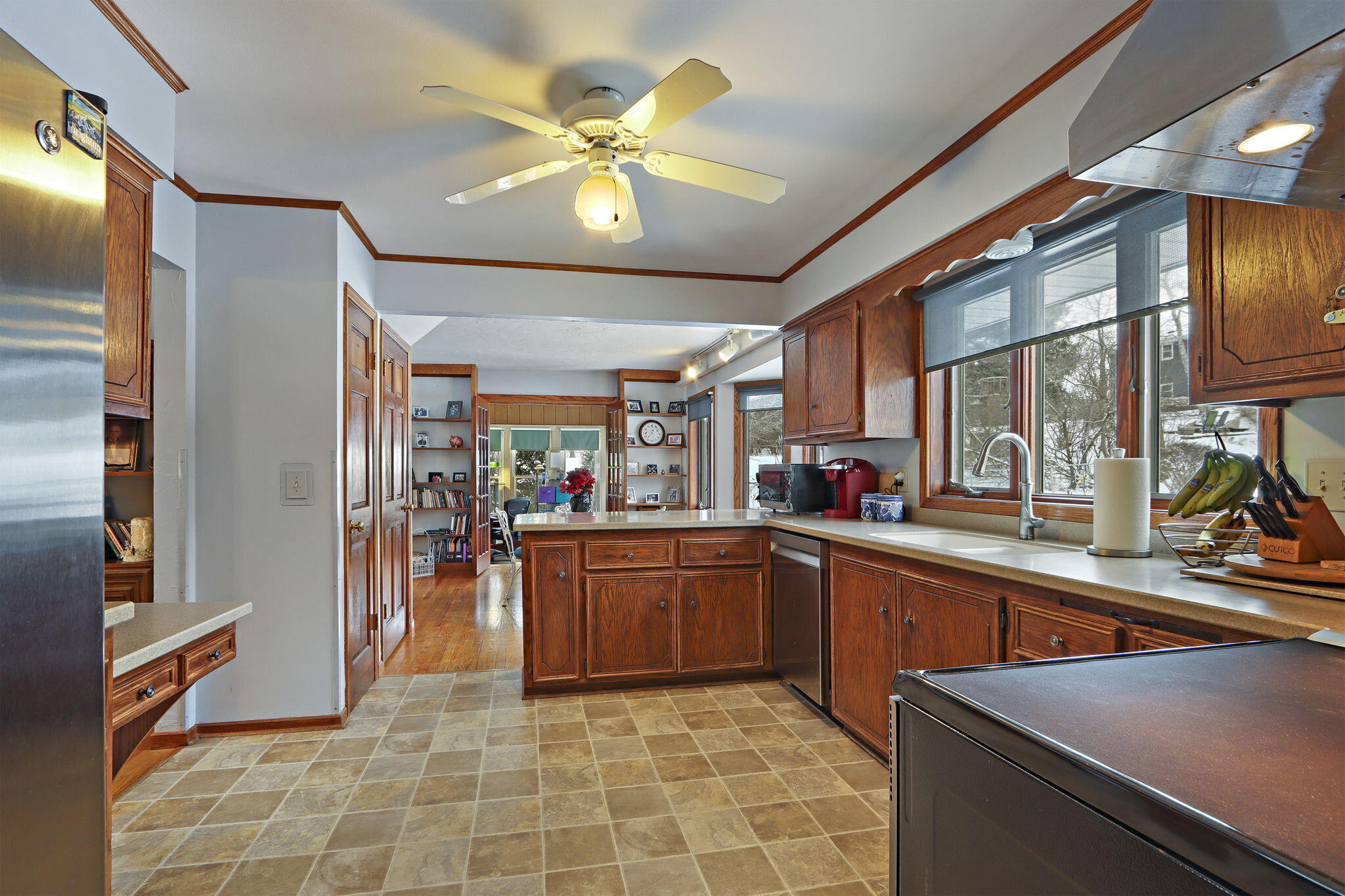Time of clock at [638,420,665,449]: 12:36
